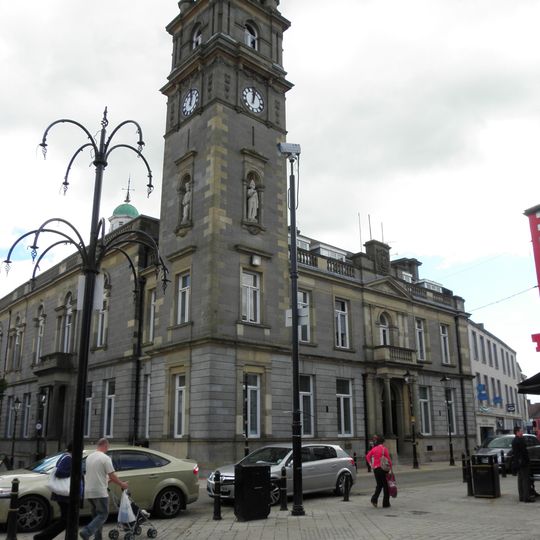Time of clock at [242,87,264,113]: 12:02
